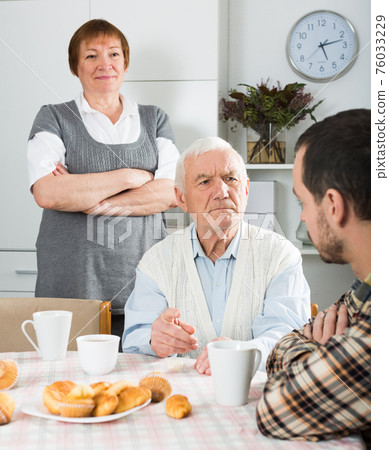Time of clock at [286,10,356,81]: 5:12
